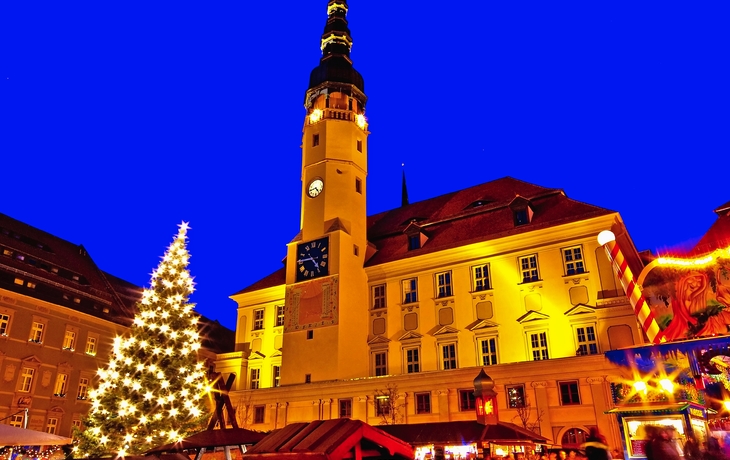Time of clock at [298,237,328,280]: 4:45
